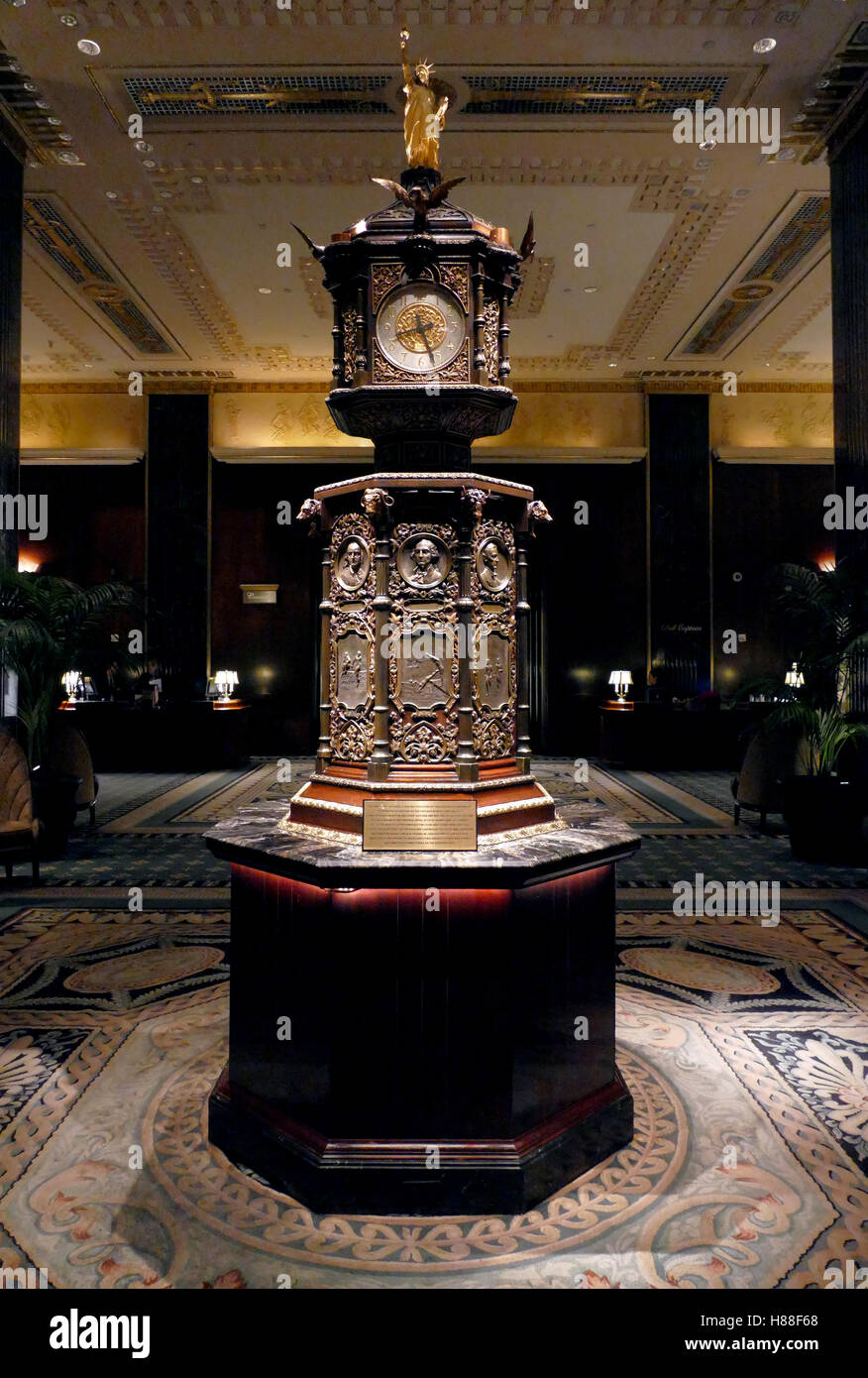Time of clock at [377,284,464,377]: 8:26
